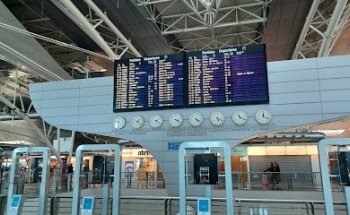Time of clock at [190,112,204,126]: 4:20
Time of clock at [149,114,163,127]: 2:21
